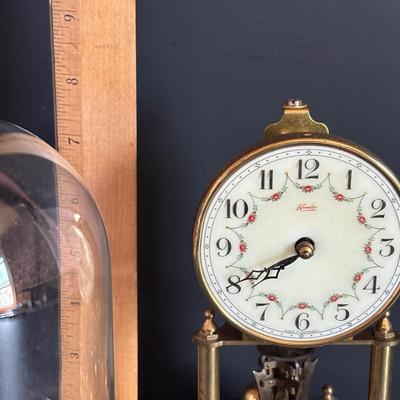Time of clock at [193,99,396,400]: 7:40
